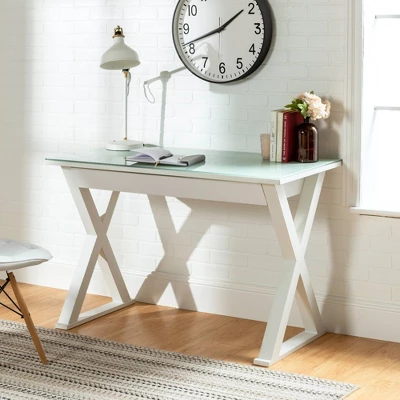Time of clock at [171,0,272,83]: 1:41
